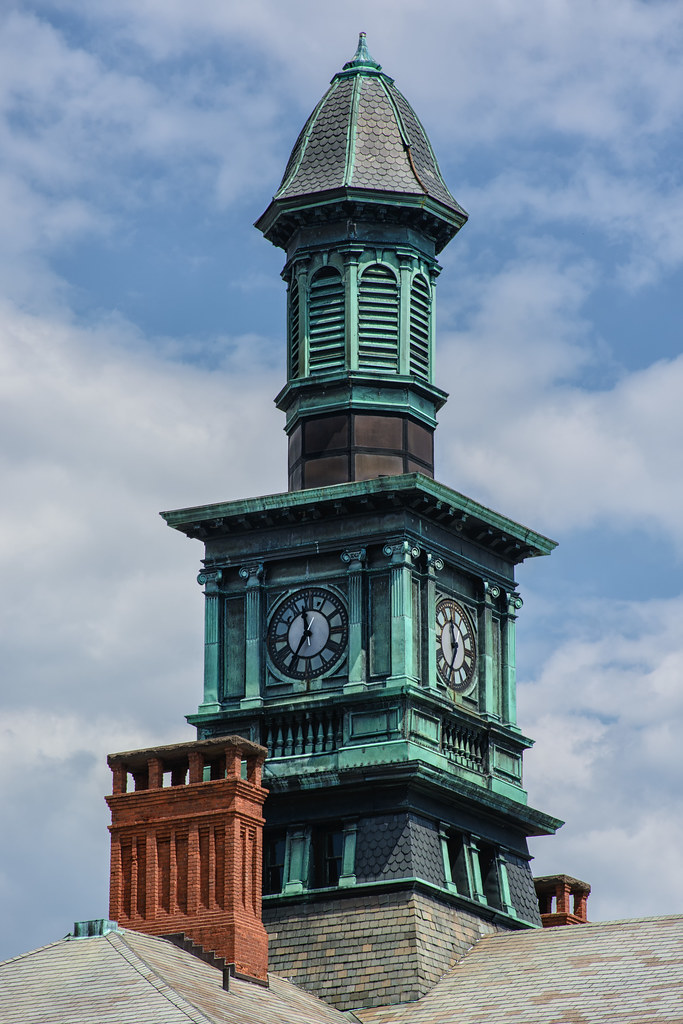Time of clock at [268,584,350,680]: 11:34
